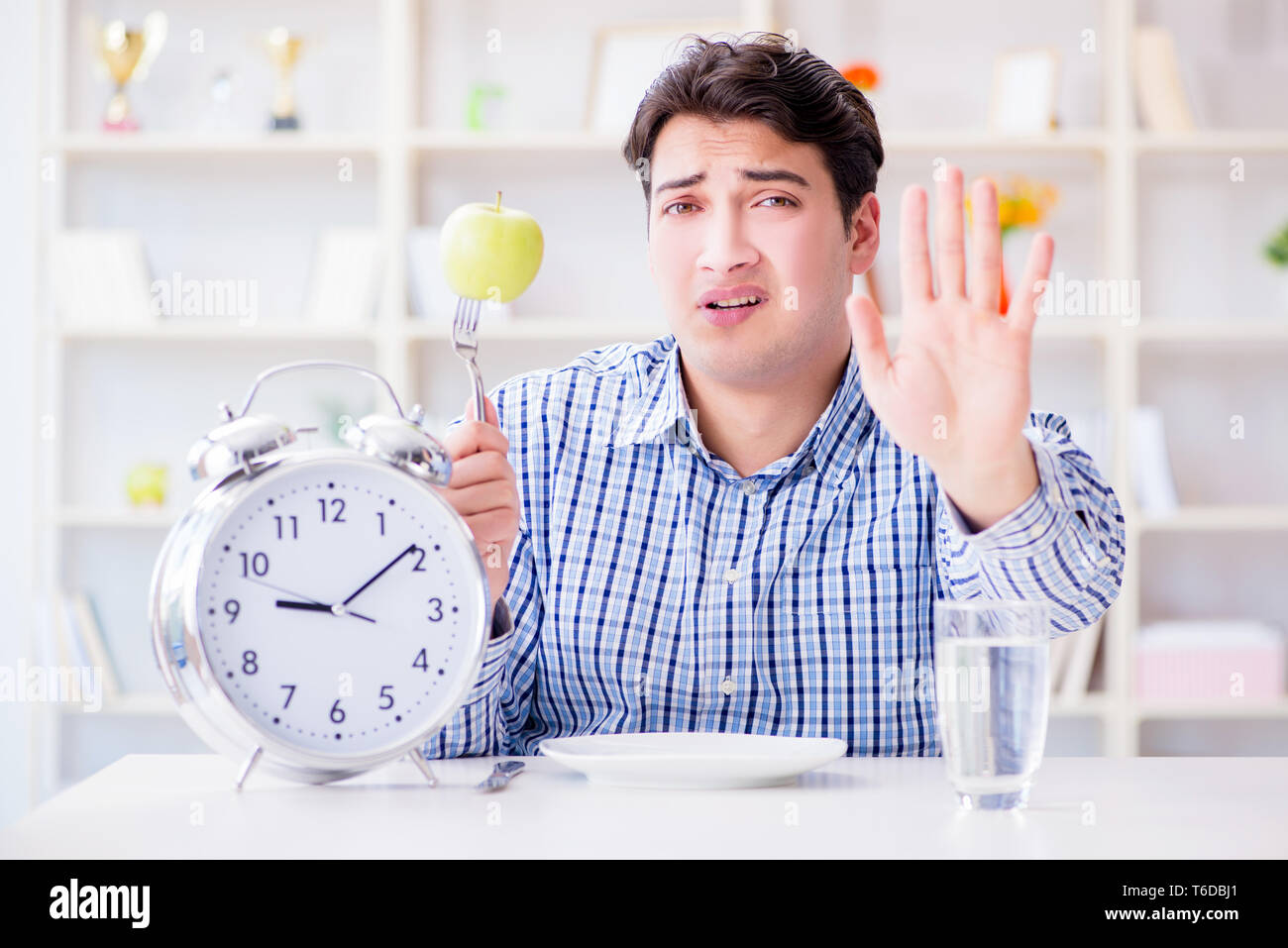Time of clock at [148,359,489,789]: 9:09
